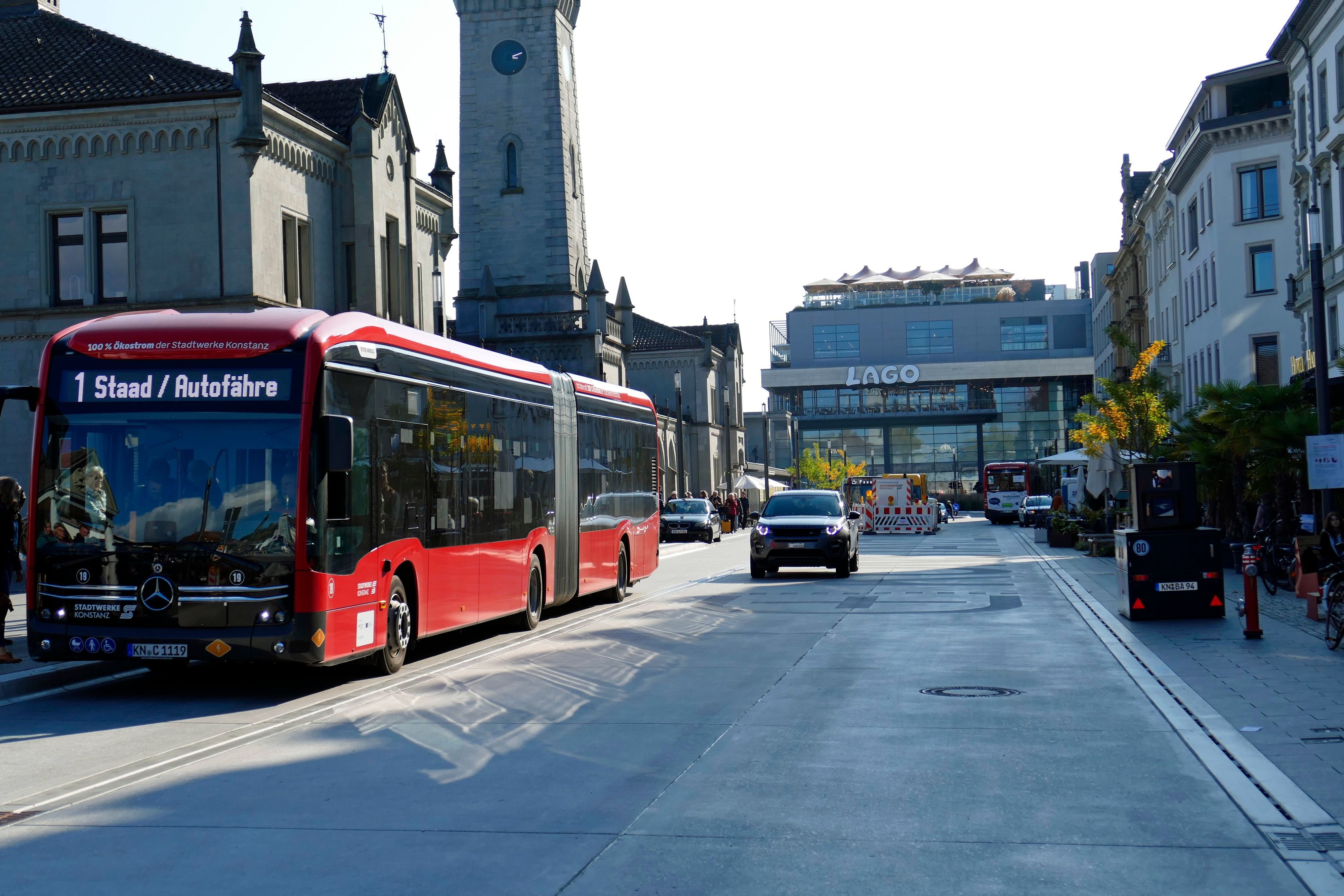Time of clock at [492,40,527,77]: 3:11
